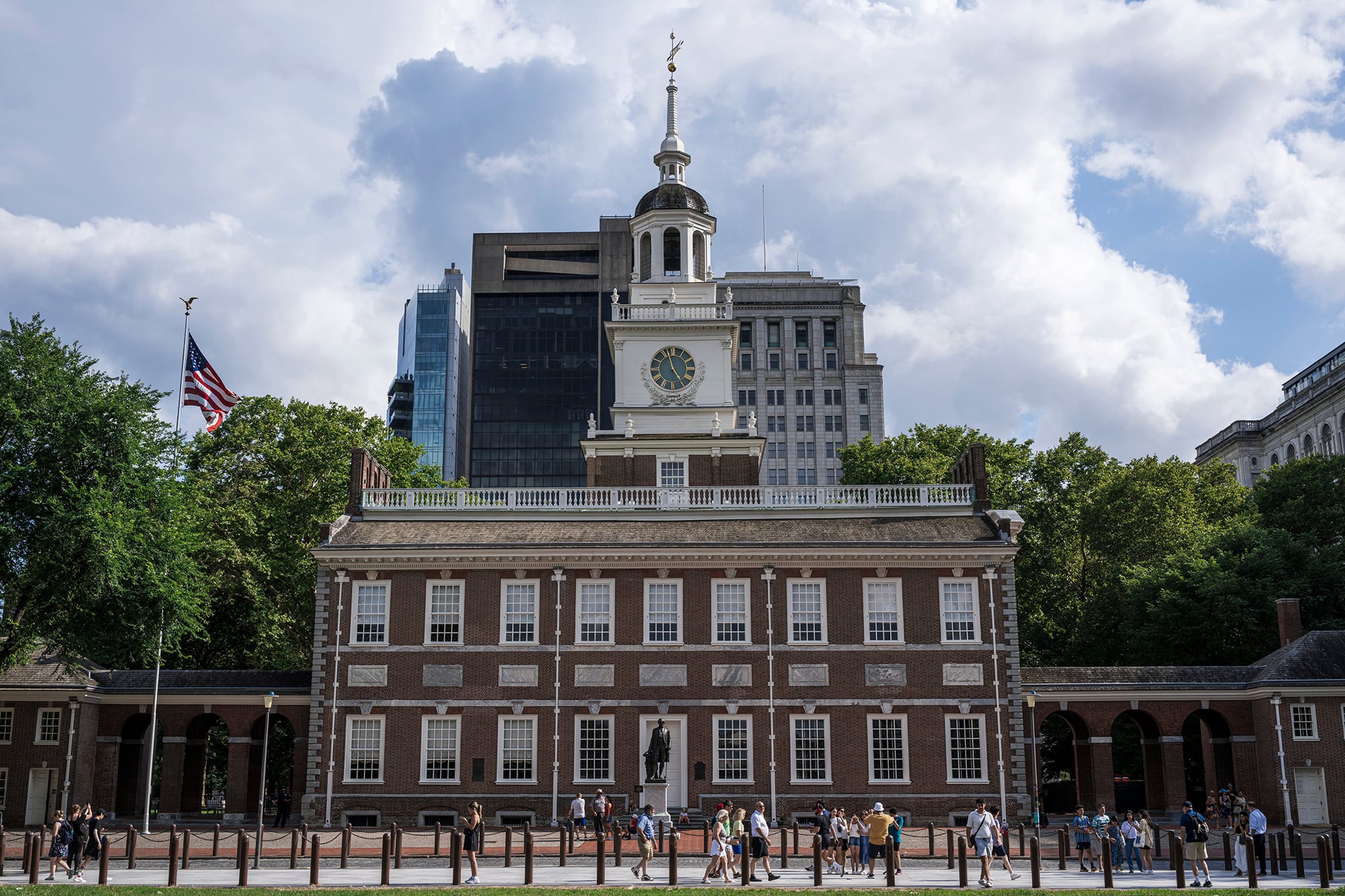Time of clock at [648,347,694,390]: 4:57
